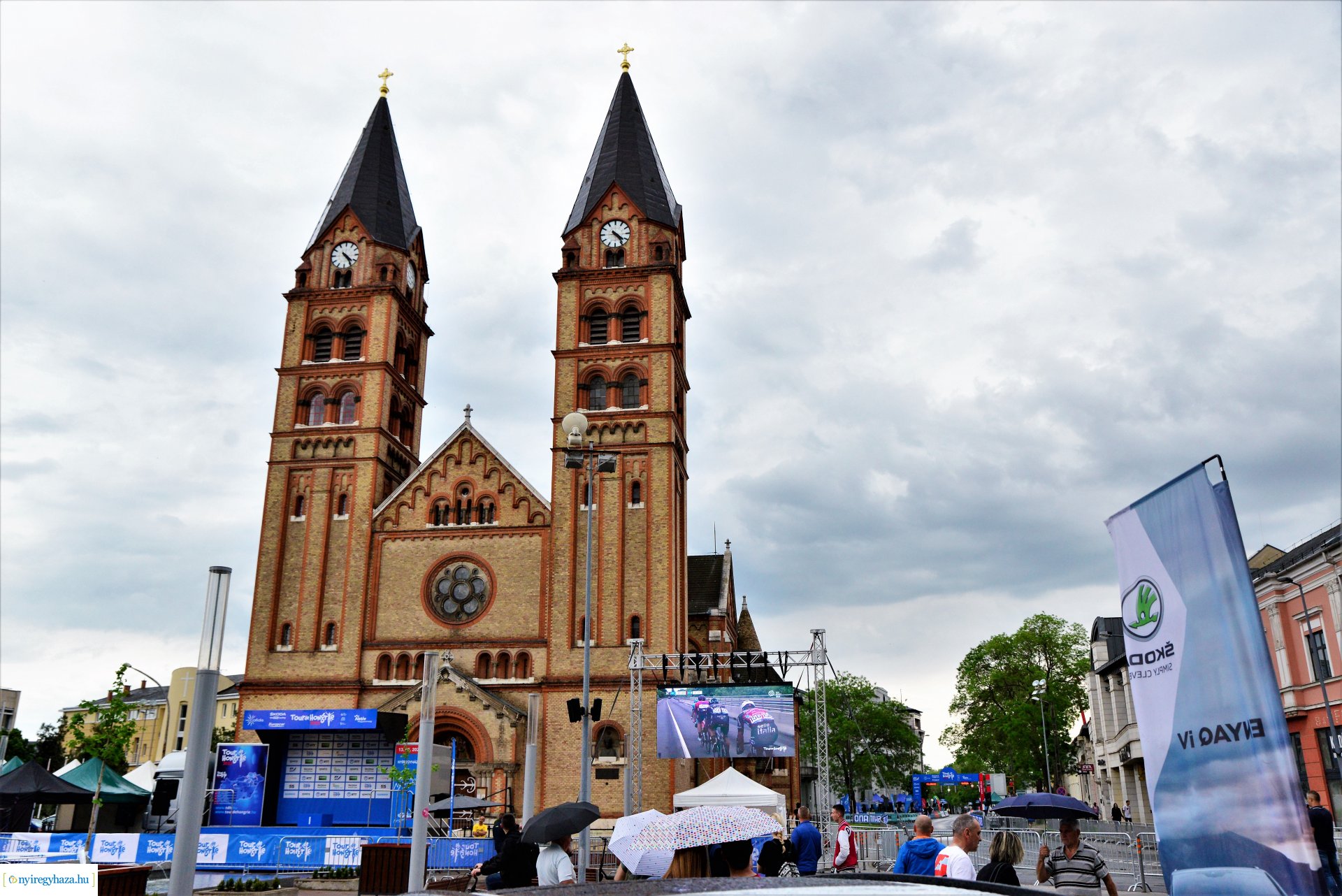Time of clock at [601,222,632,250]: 4:23
